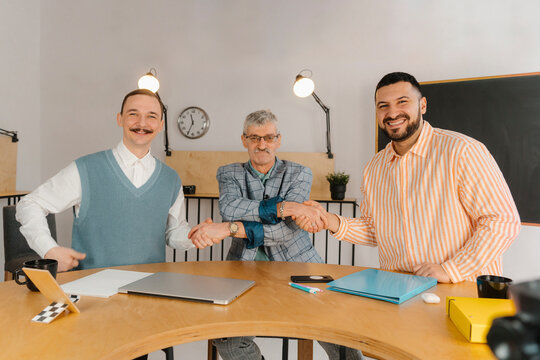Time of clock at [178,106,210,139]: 11:34
